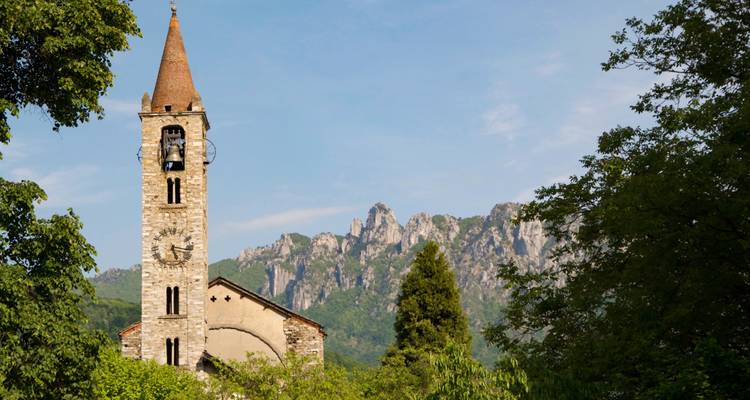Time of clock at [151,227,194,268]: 5:16
